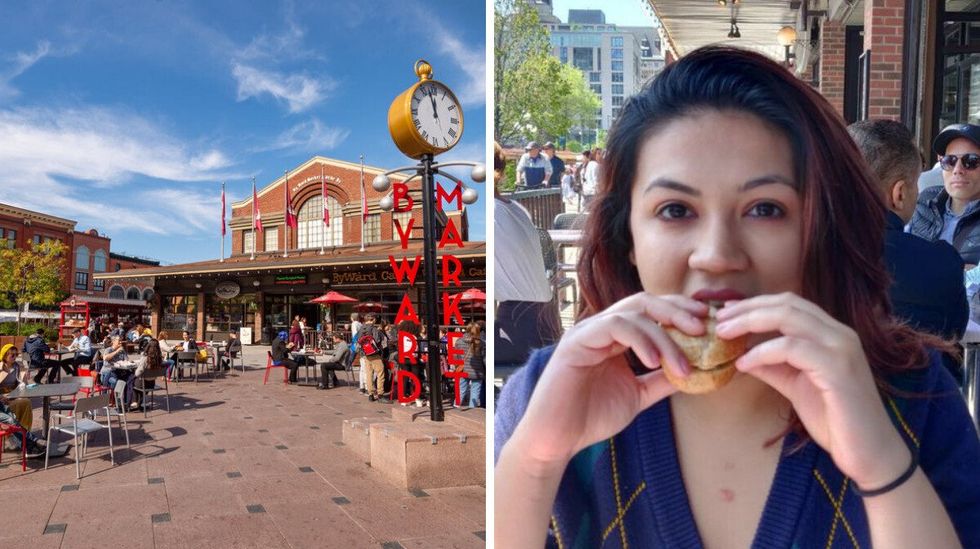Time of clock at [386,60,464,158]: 11:57
